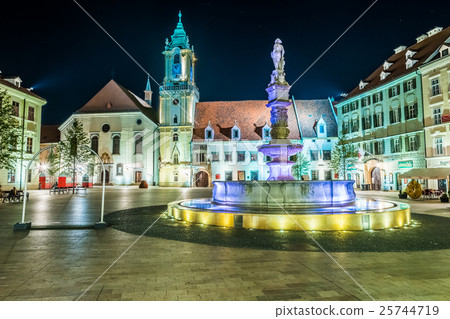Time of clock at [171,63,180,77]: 10:07
